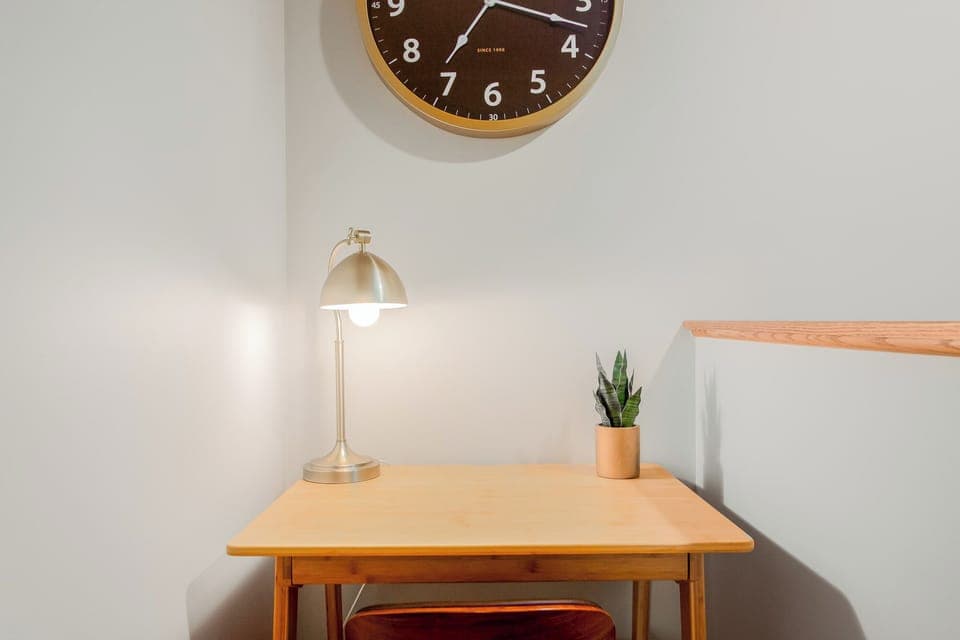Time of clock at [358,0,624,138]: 7:17
